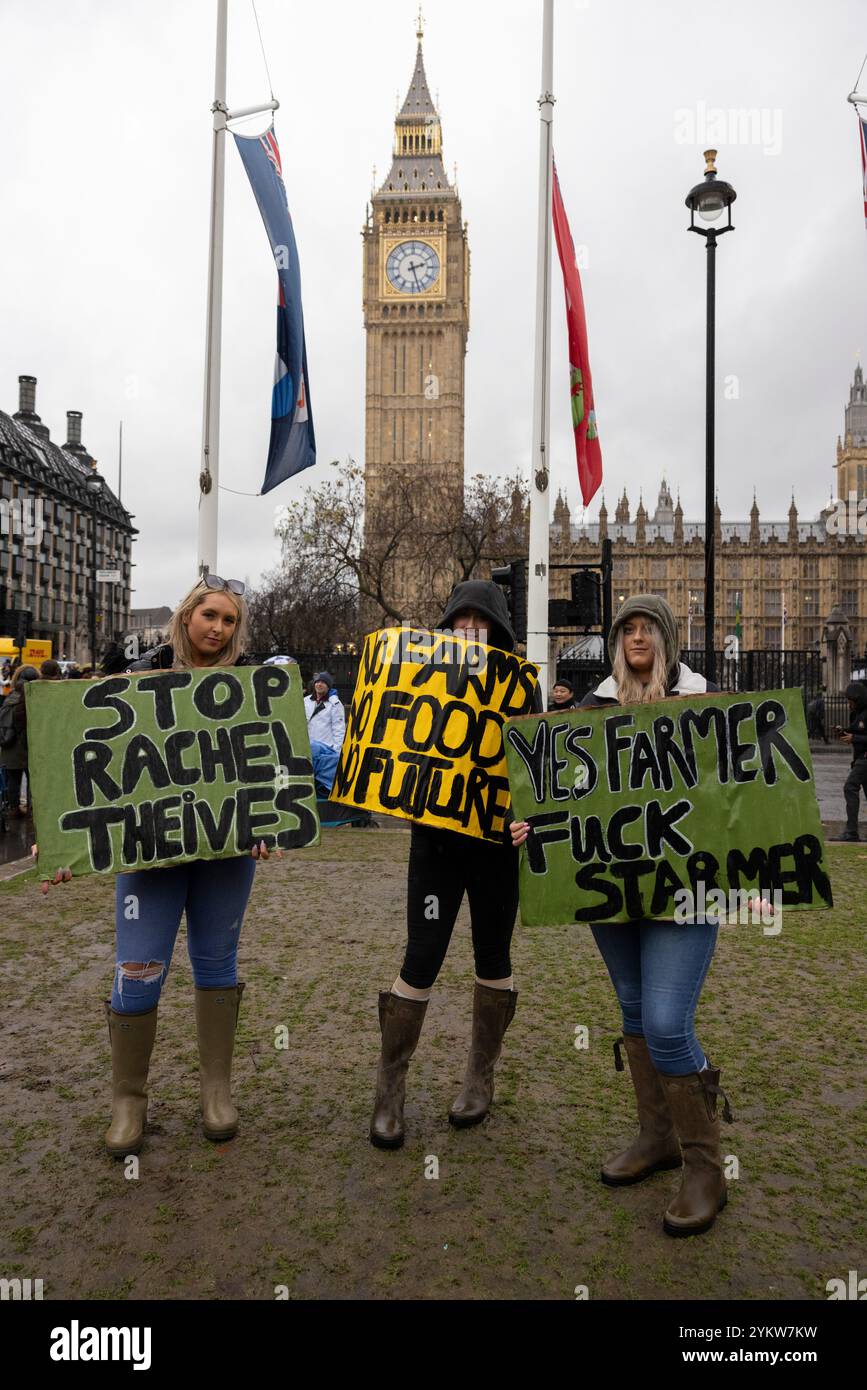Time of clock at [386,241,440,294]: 2:27
